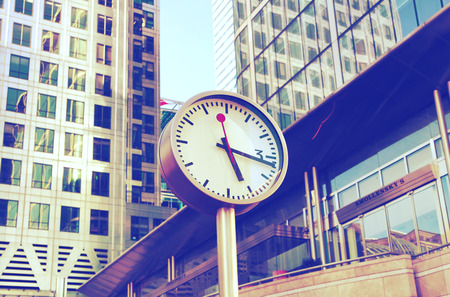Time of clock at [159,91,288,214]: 5:16
